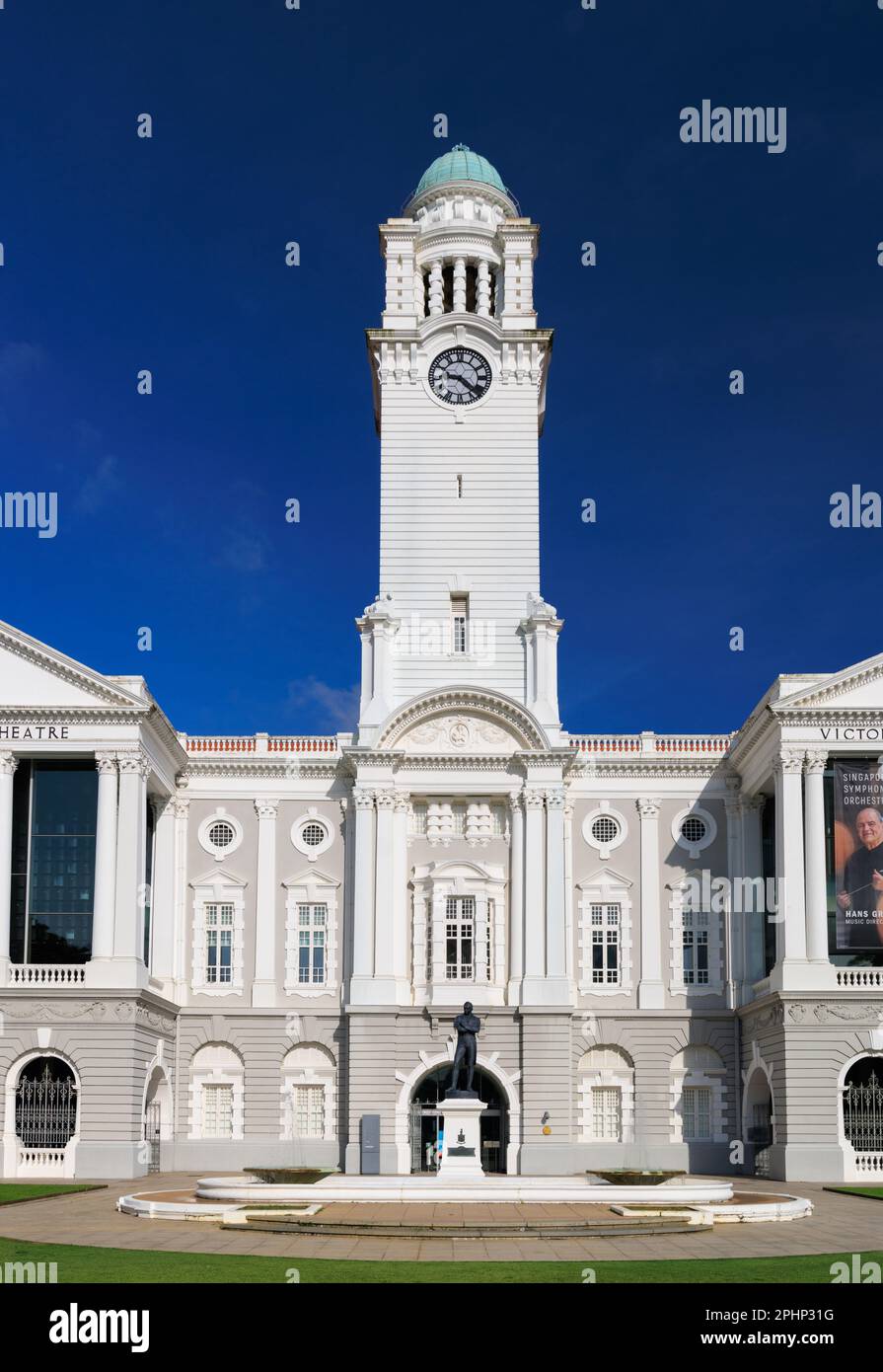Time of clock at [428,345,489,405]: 9:22
